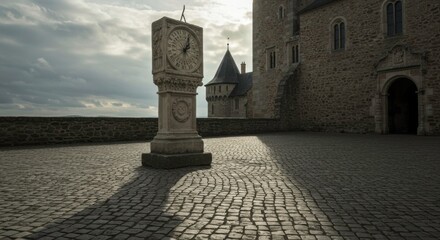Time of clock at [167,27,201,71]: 1:02
